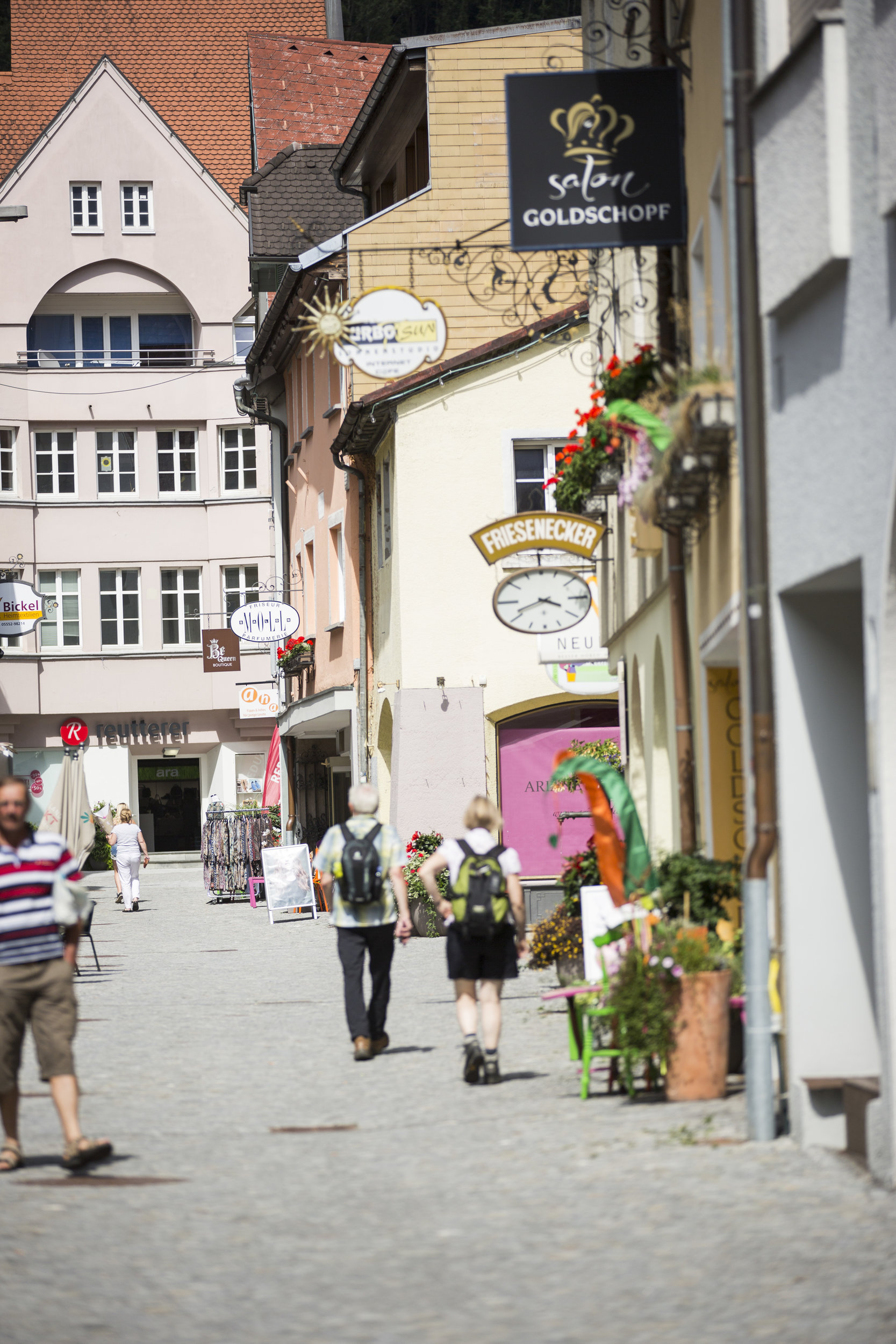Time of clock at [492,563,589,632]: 3:40
